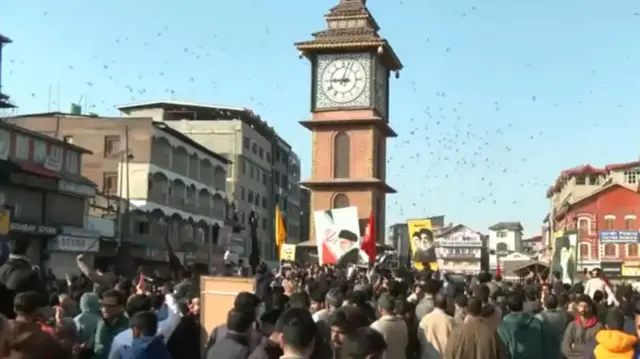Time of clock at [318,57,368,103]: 9:02
